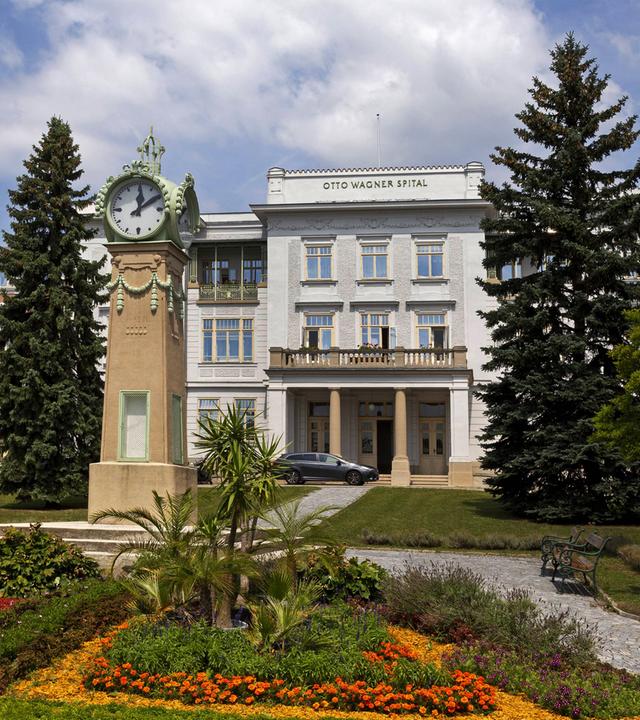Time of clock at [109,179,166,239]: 12:09
